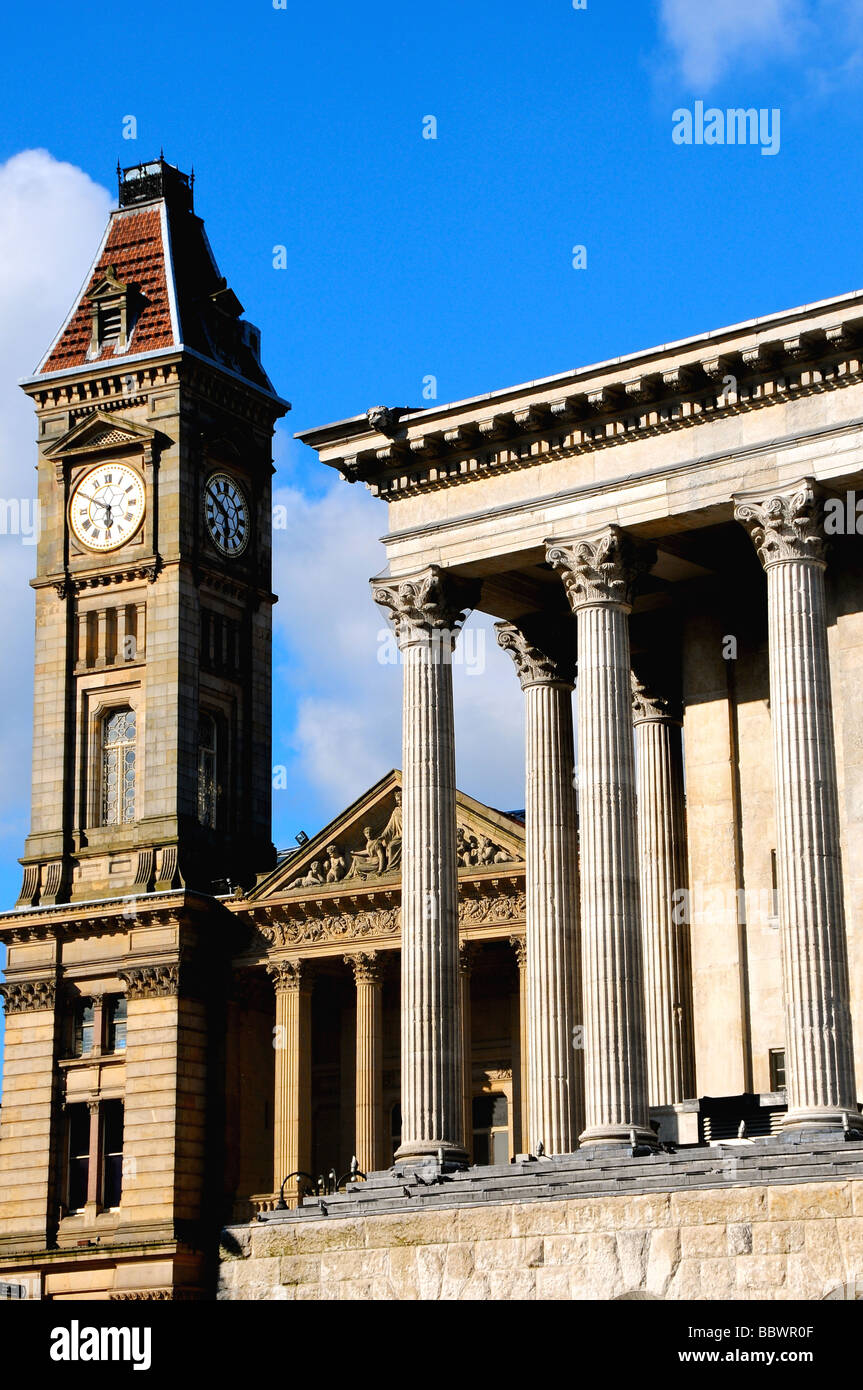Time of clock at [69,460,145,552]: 5:49
